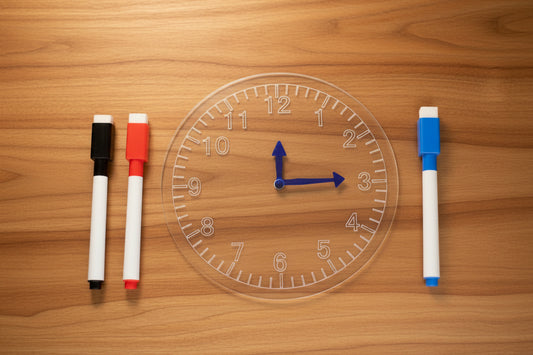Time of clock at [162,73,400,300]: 12:14
